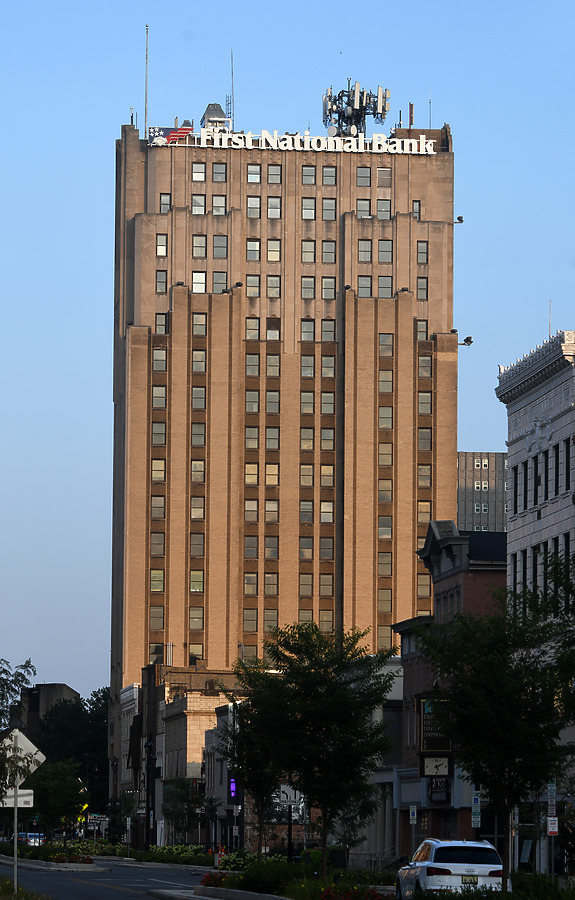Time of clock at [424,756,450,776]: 5:08
